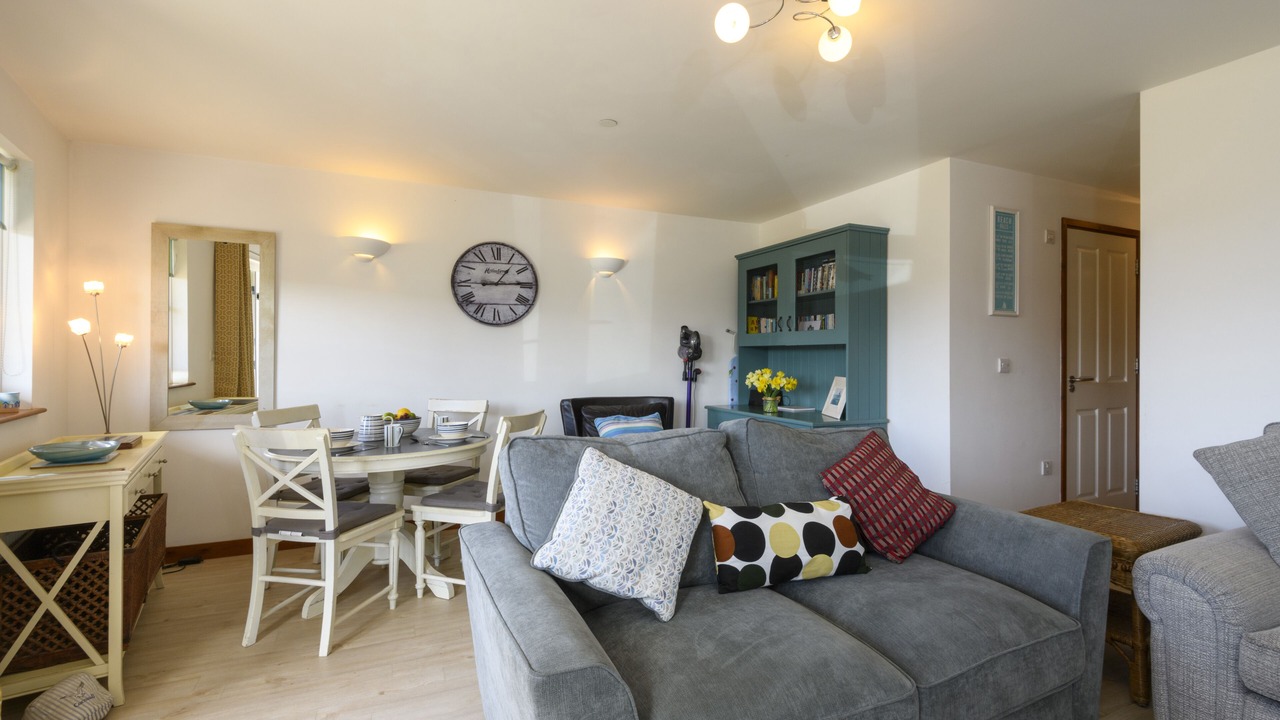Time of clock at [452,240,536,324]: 1:14
